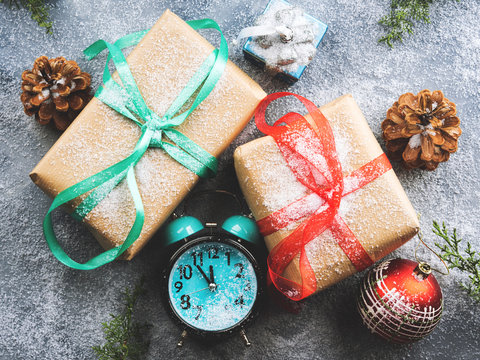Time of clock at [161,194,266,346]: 11:53
